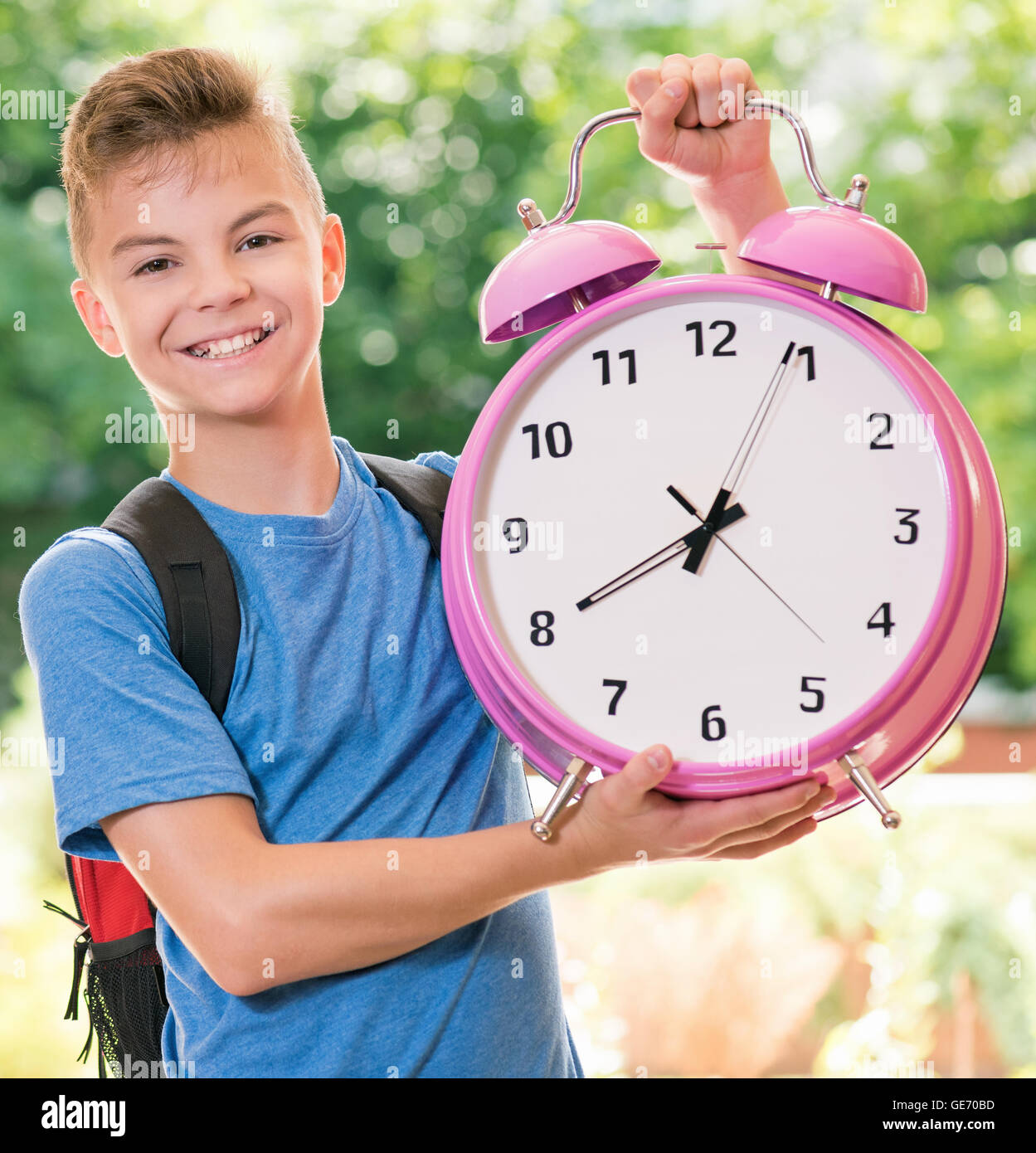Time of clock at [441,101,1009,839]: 8:04
